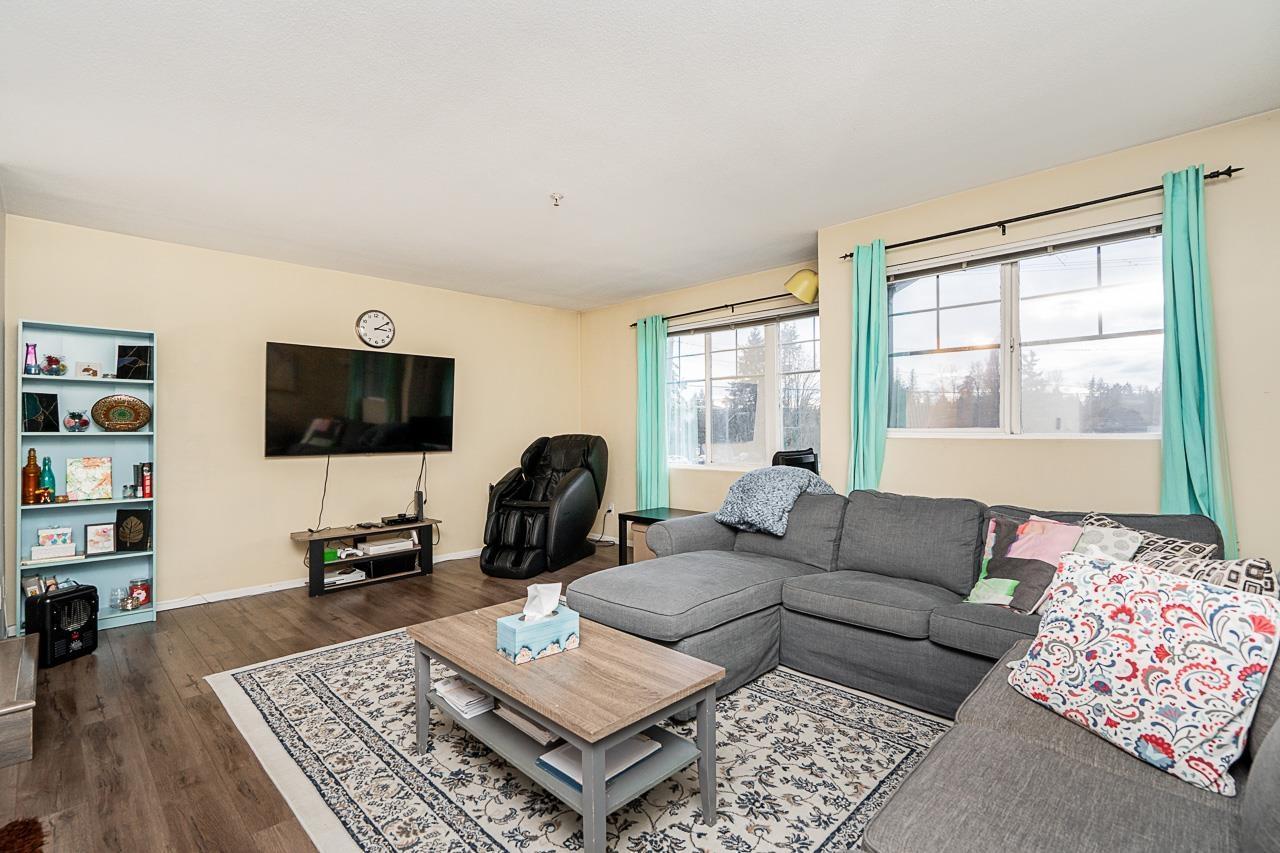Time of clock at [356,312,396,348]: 3:09
